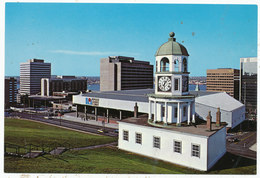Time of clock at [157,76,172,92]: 6:06
